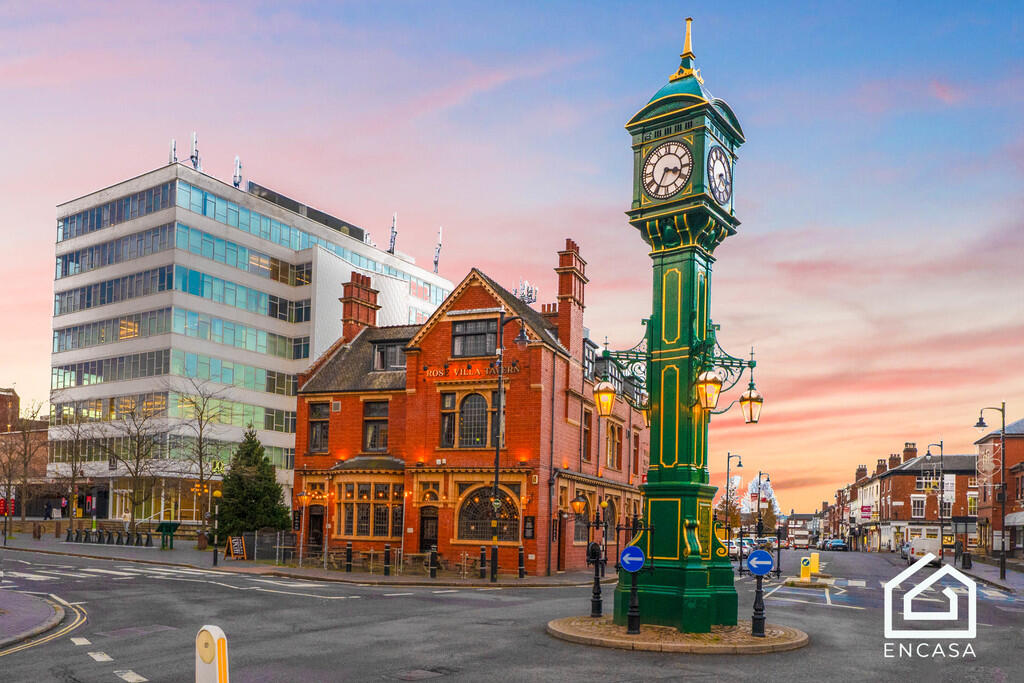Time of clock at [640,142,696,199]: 3:34
